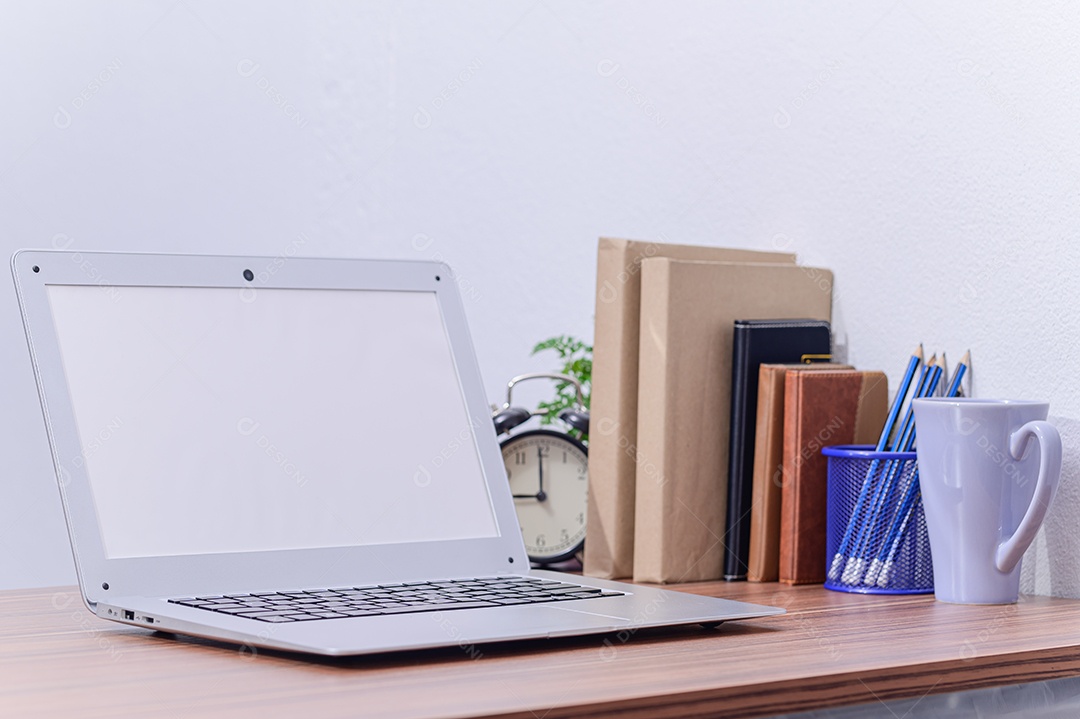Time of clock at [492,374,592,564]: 8:59
